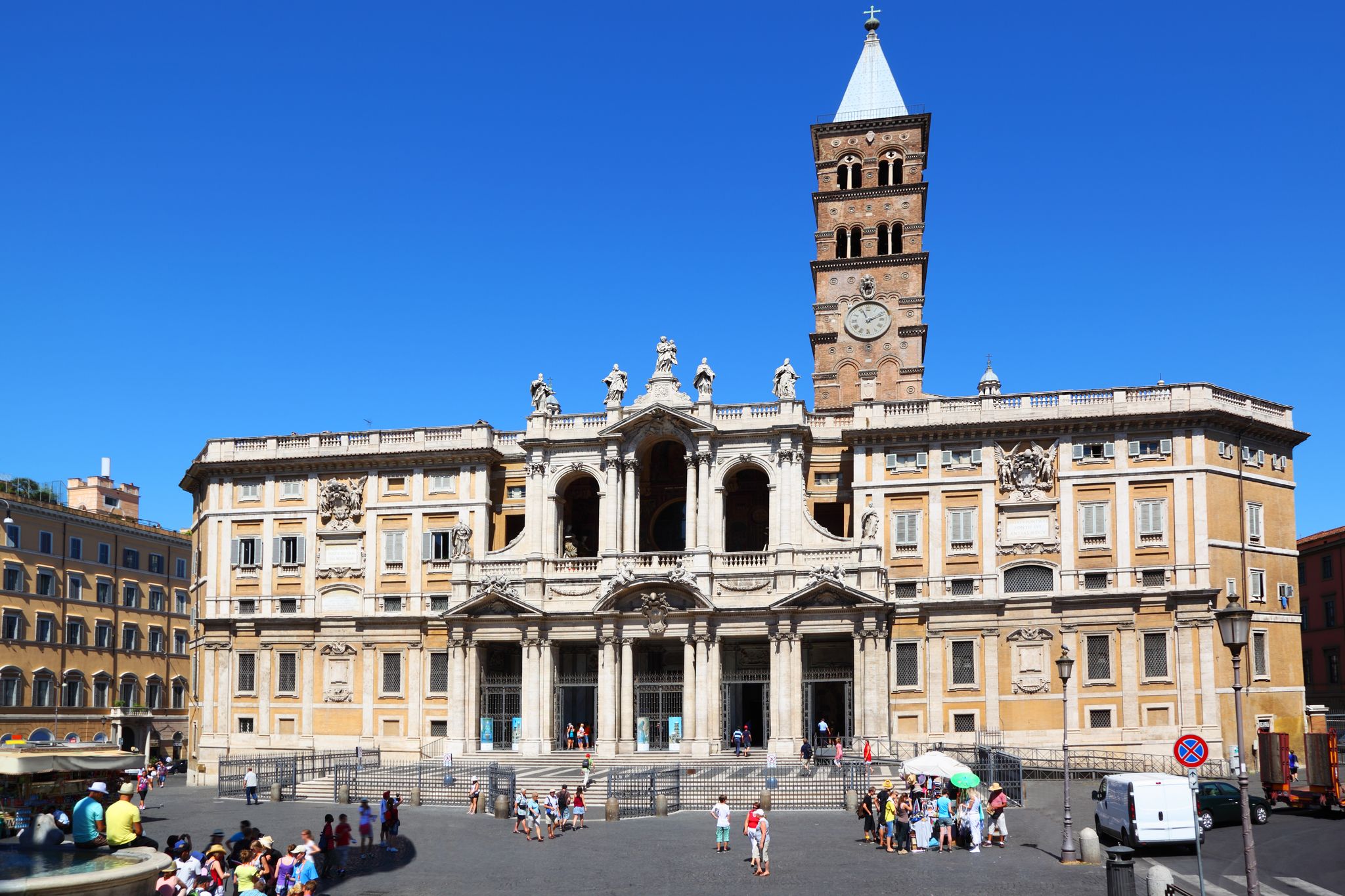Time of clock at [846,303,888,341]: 11:11
